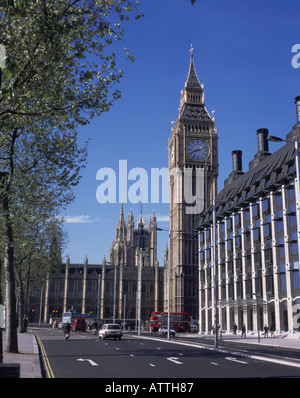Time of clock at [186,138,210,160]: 8:12
